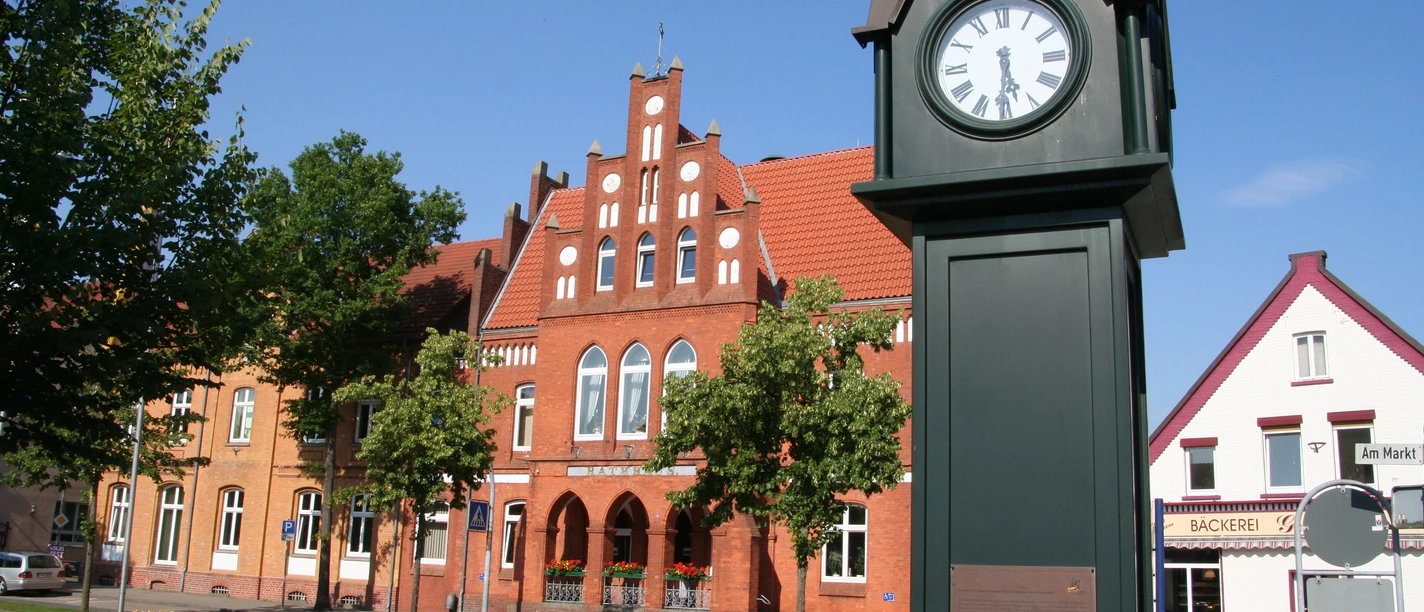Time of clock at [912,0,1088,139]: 5:30
